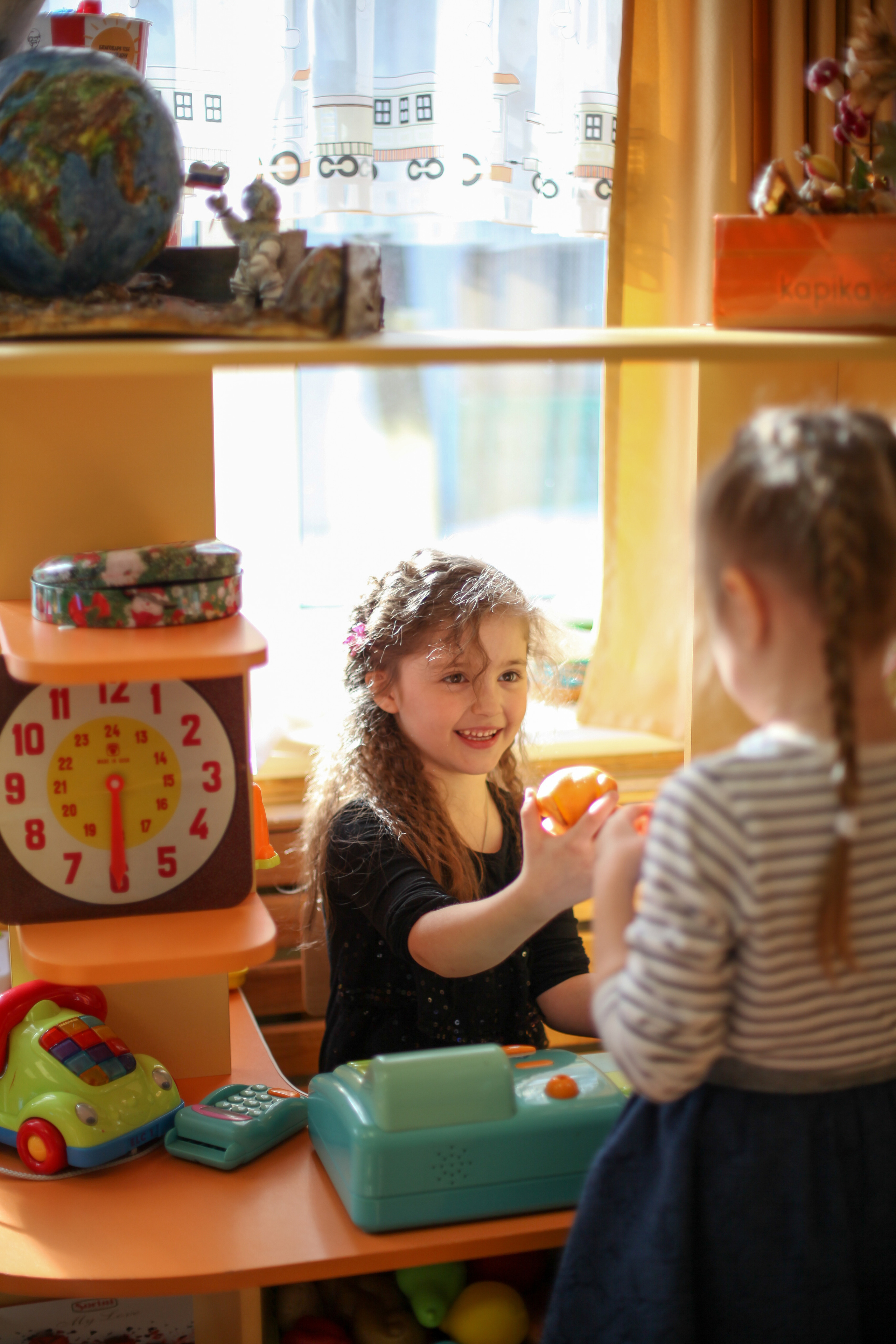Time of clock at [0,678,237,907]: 6:30
